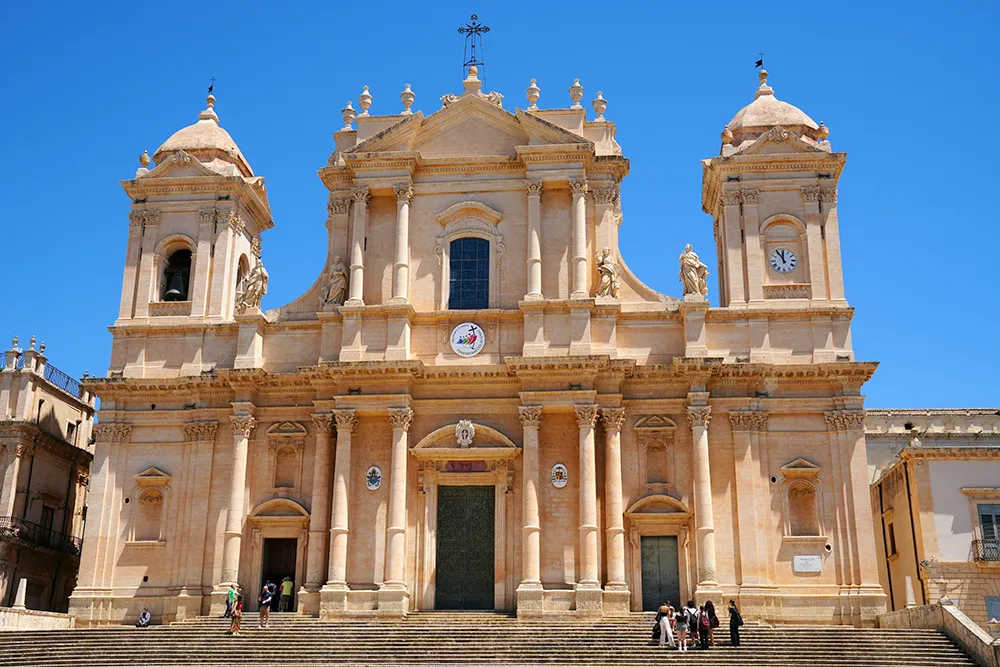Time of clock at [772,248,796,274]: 11:54
